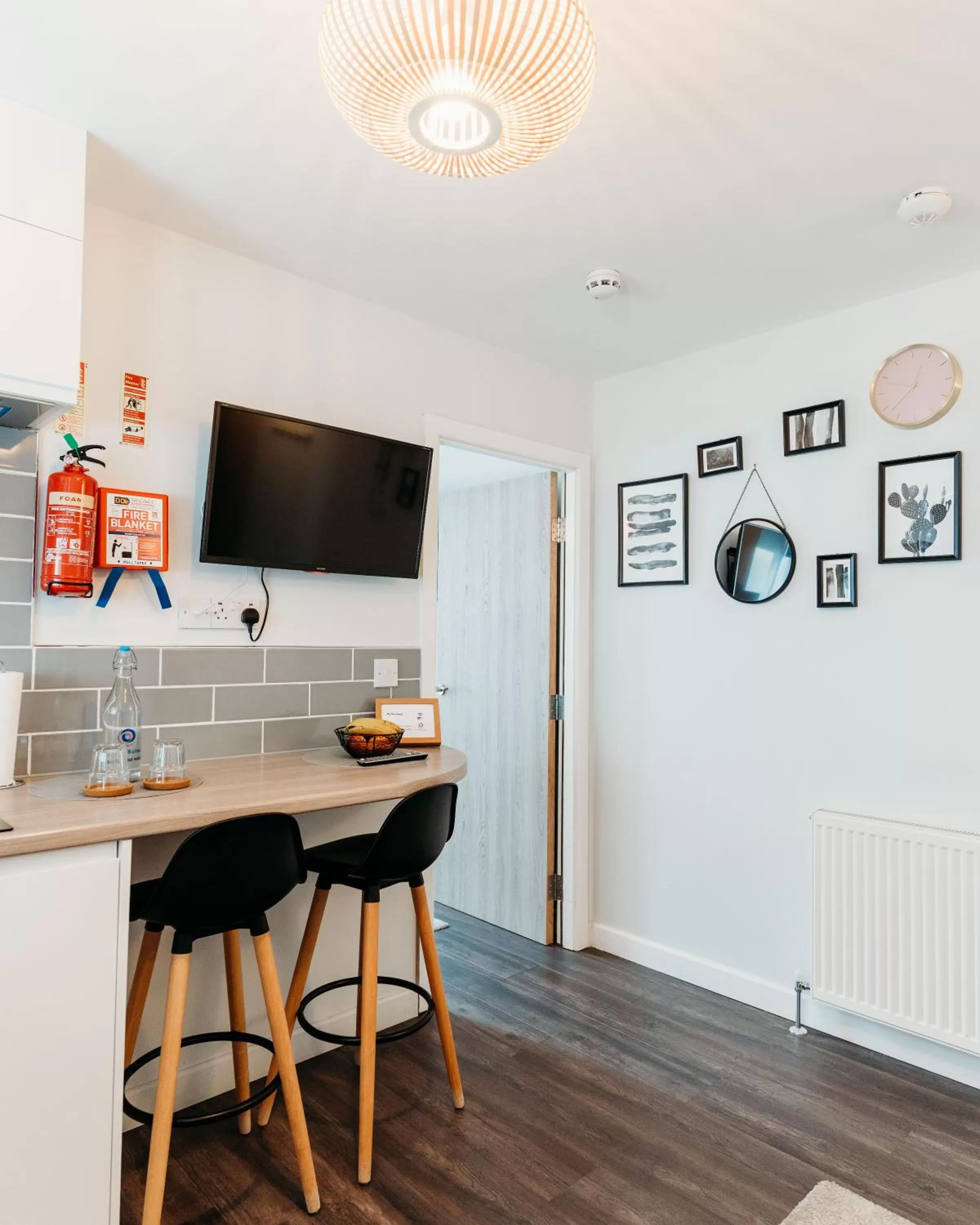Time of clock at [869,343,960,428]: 12:38
